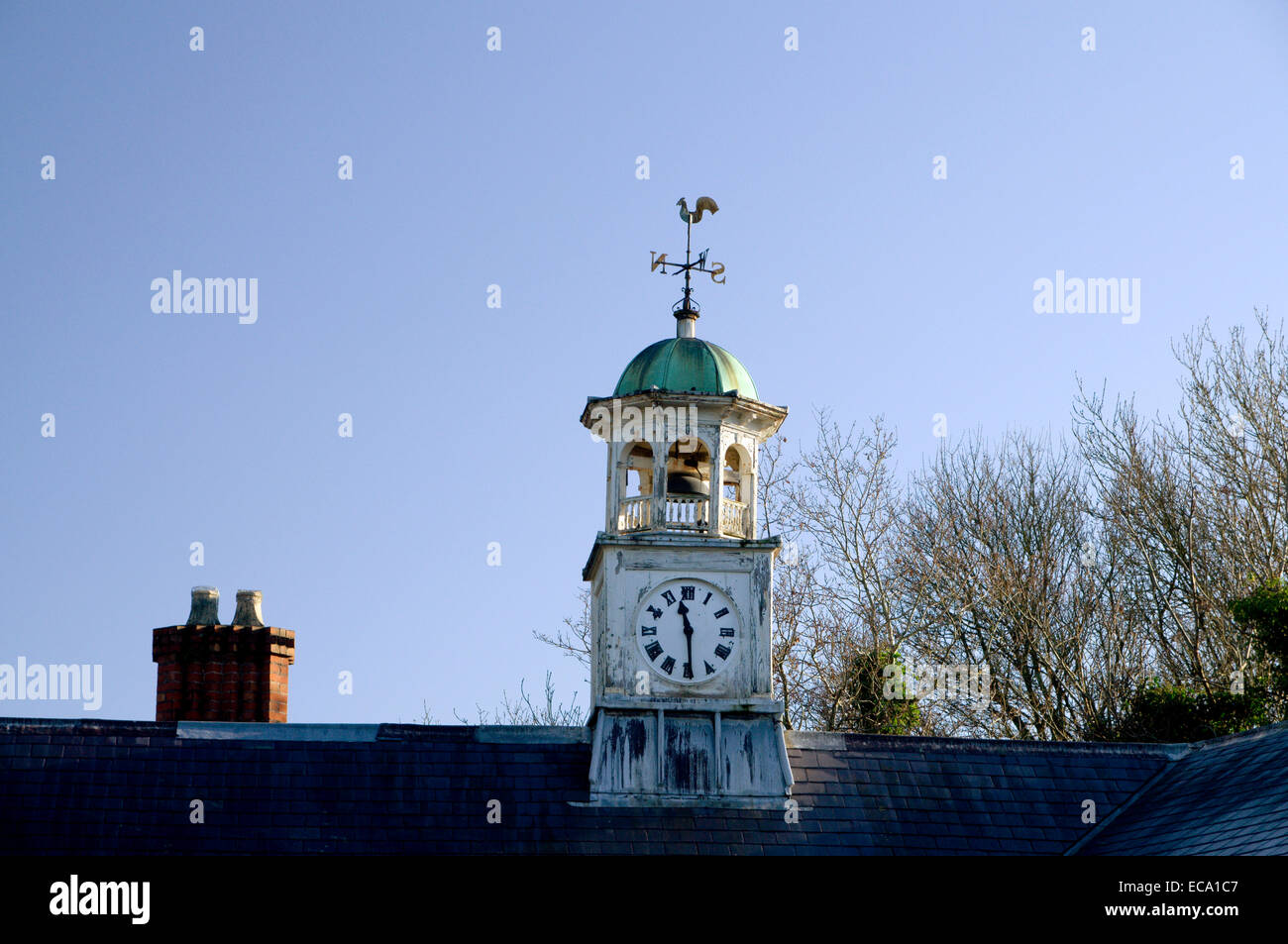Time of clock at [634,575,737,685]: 11:29
